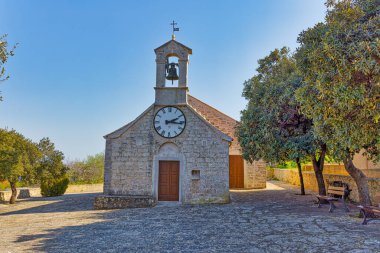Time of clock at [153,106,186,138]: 2:16
